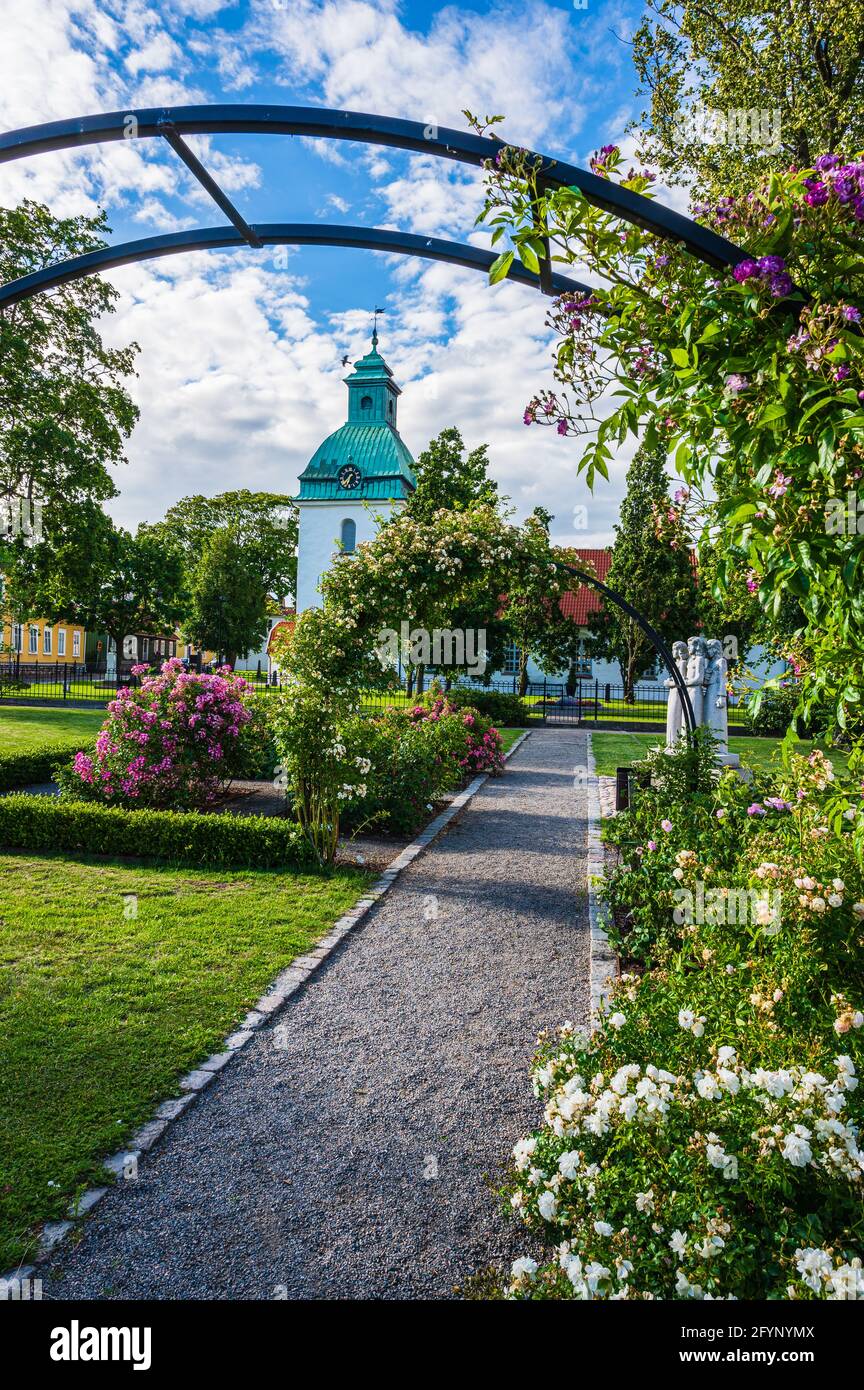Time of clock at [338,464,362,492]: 1:33
